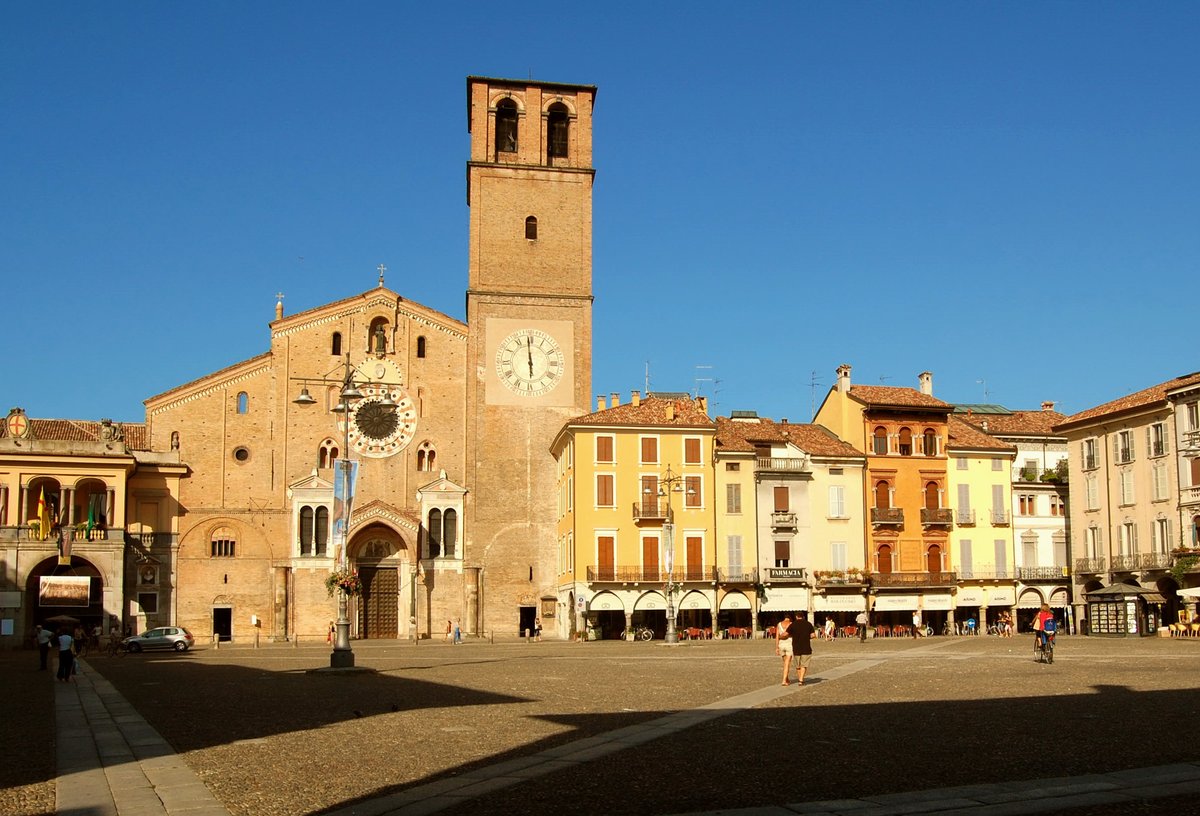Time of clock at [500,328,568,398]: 5:59
